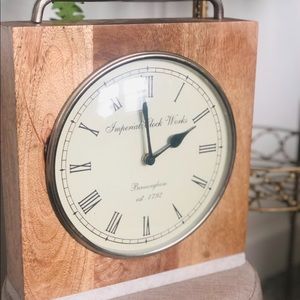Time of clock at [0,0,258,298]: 1:59
